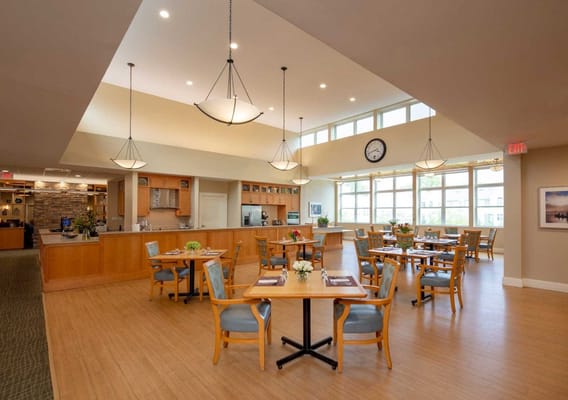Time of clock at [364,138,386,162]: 3:42
